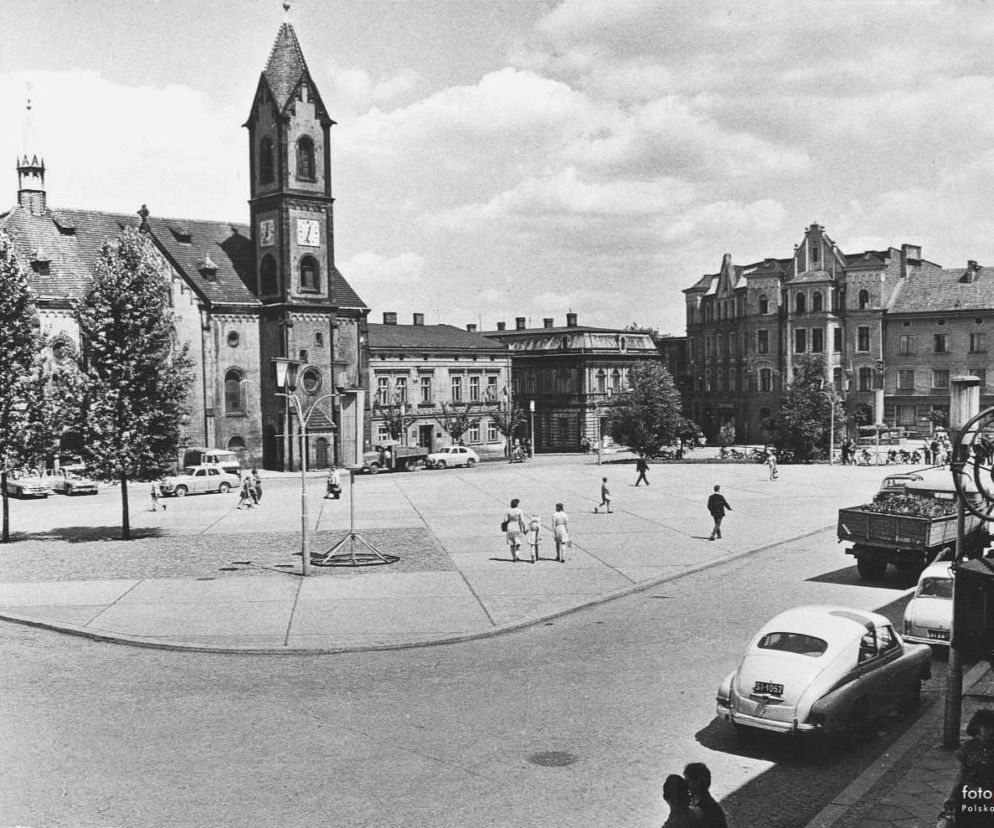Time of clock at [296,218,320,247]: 12:32
